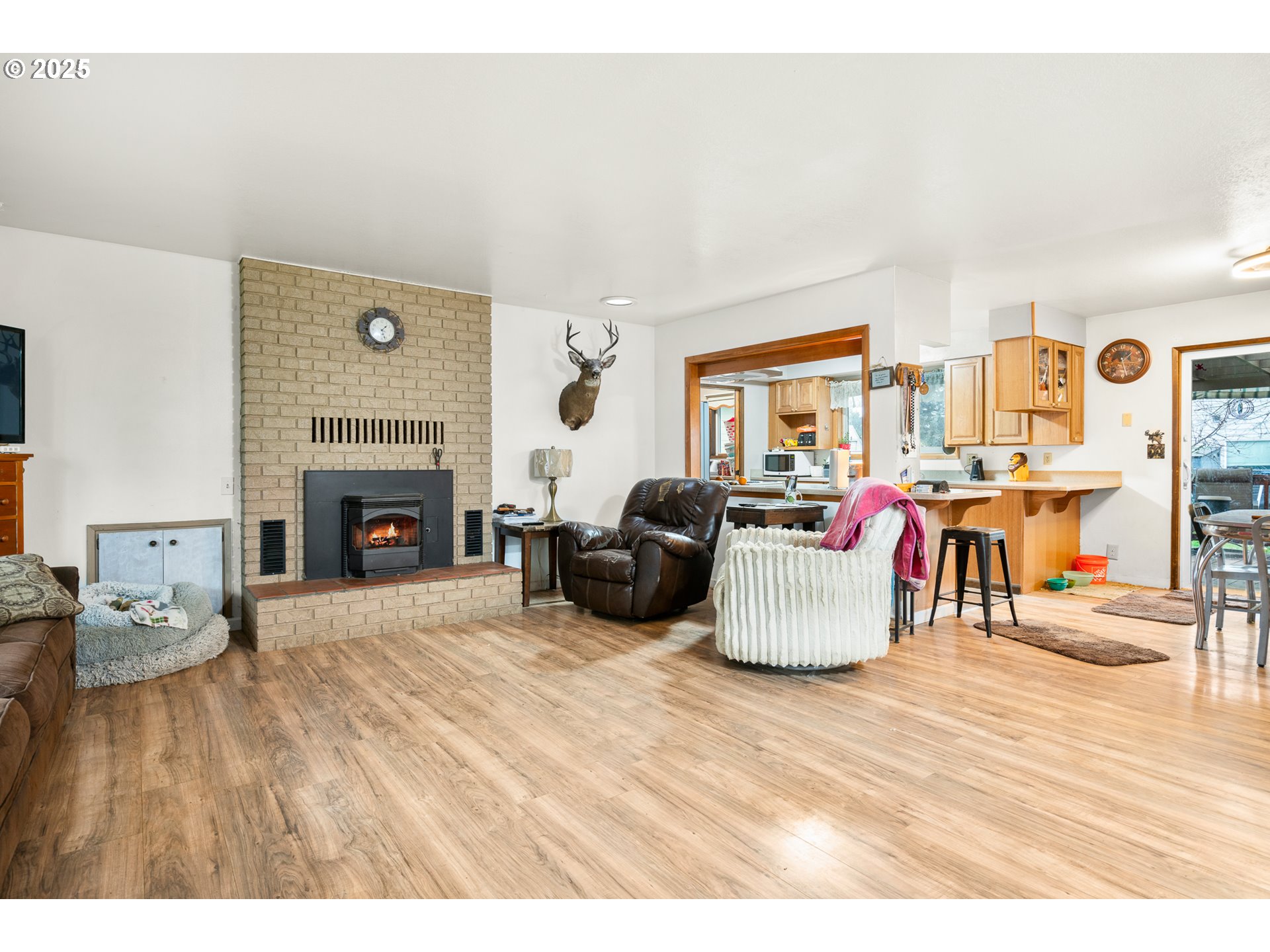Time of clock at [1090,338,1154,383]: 1:28
